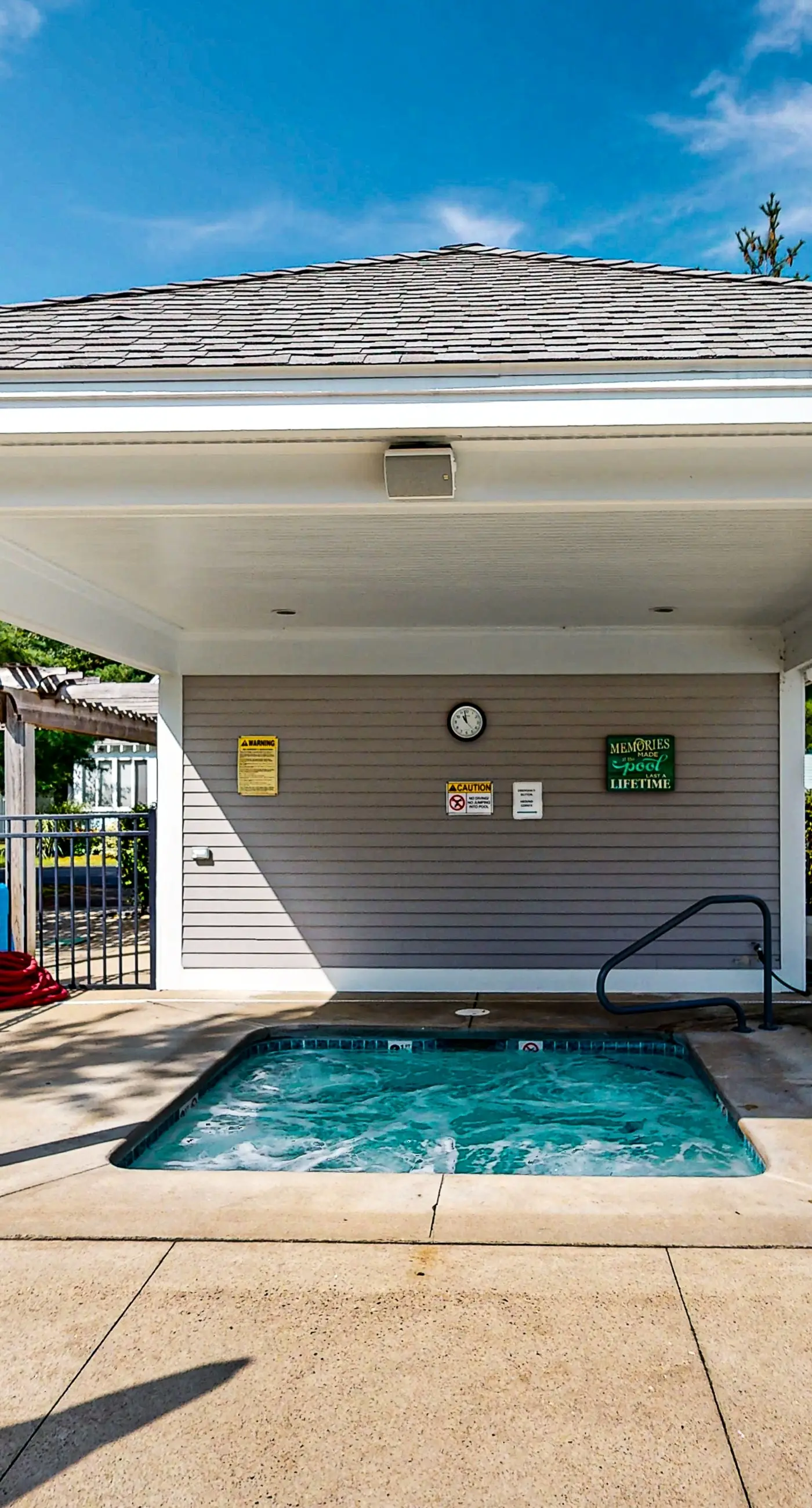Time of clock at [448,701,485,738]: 10:58
